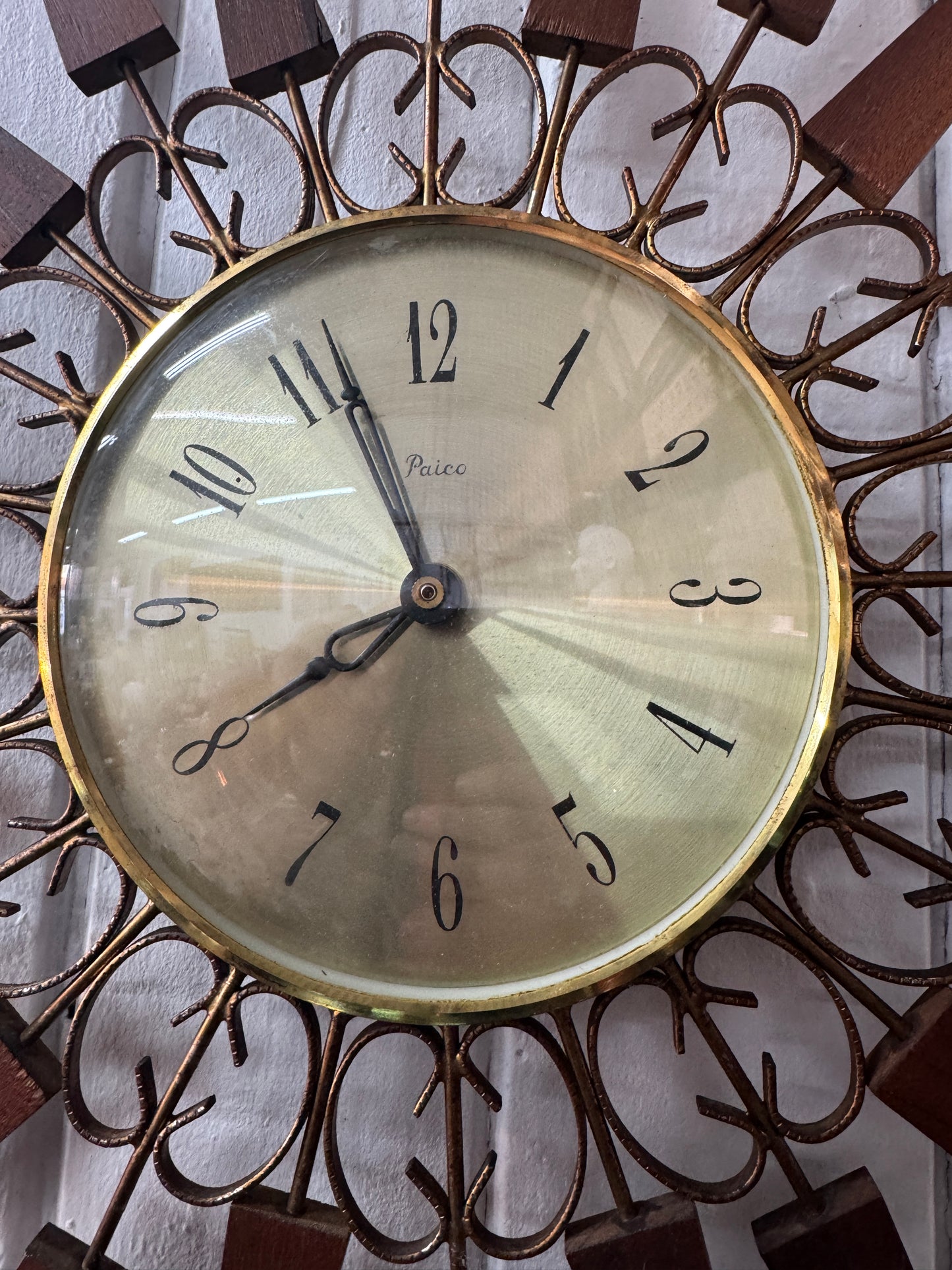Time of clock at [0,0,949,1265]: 7:56
